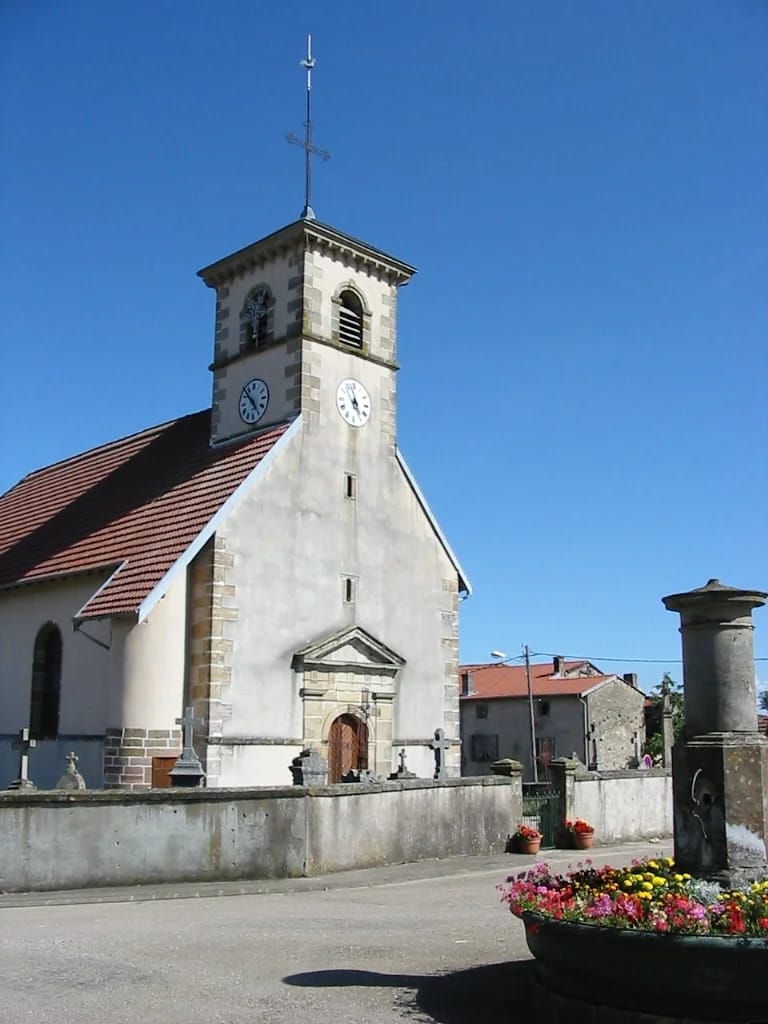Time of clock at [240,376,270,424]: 4:52
